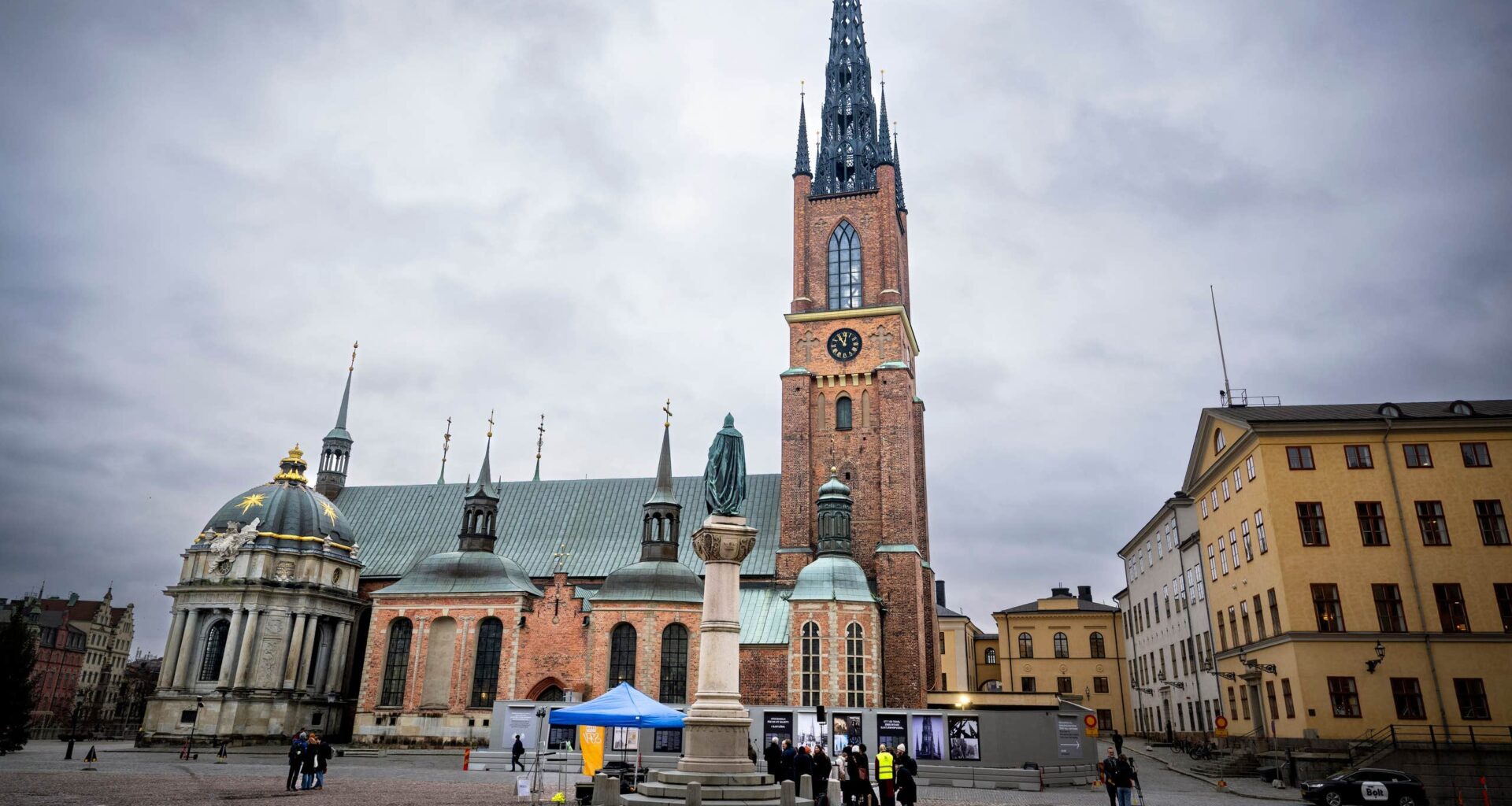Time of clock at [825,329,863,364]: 11:02
